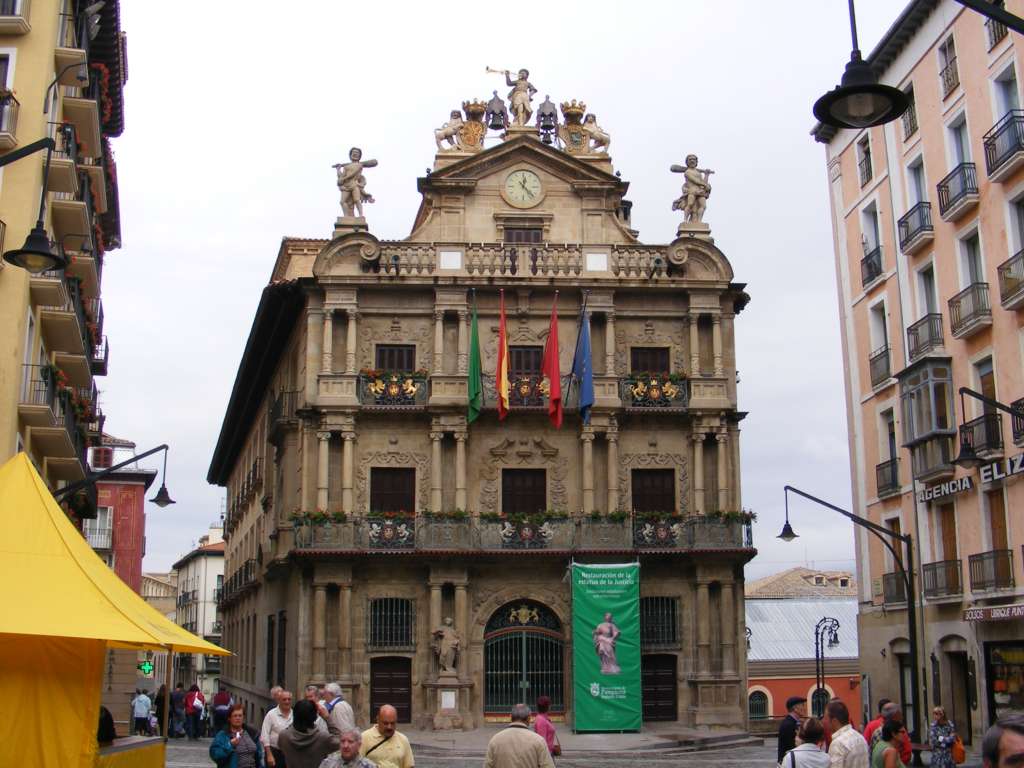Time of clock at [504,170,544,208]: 12:23
